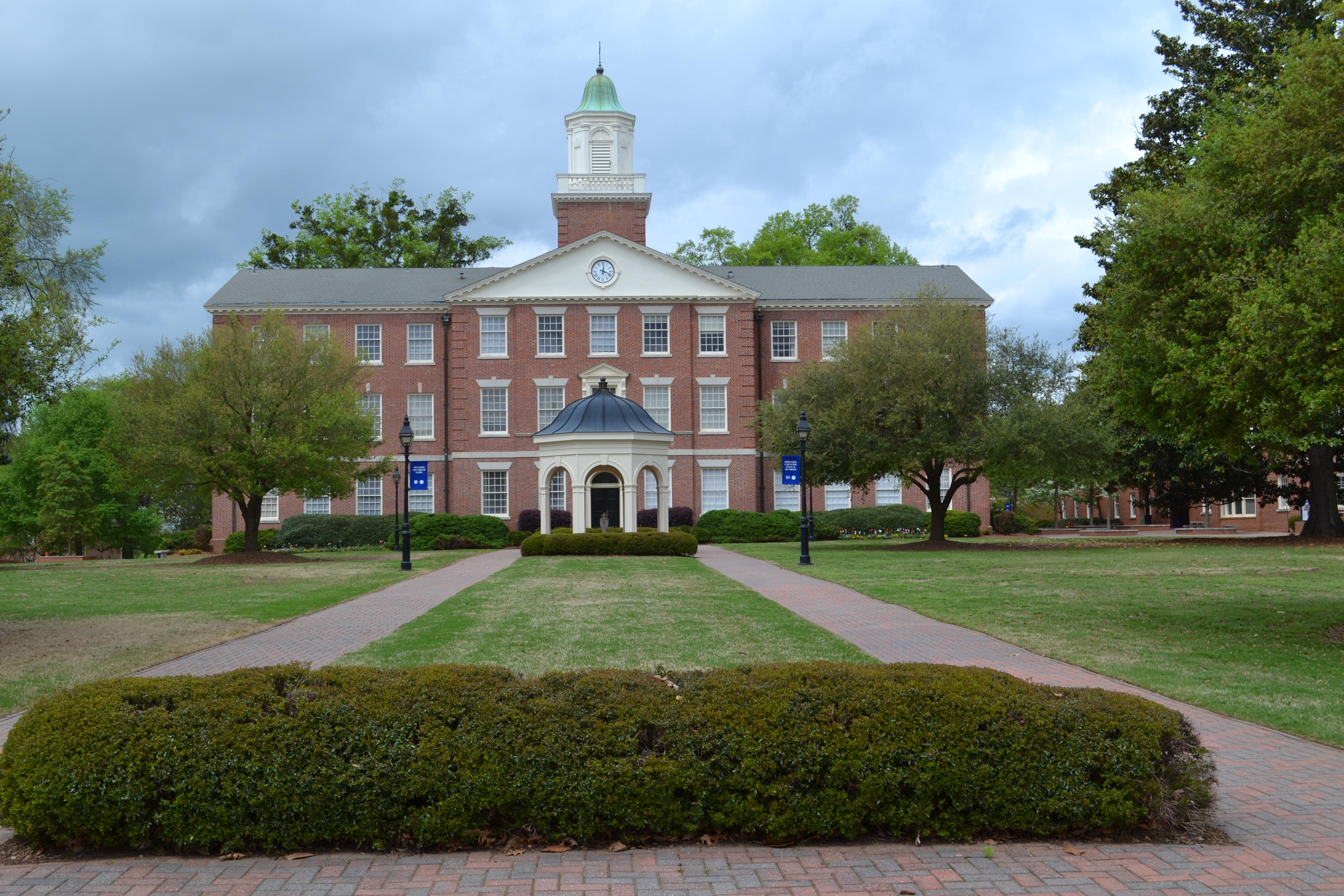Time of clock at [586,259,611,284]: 12:18
